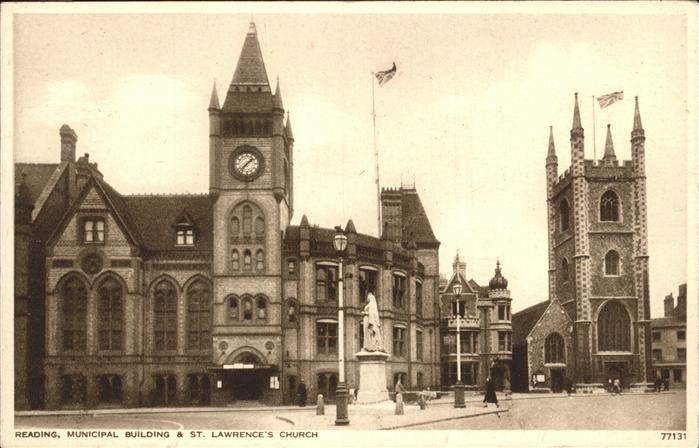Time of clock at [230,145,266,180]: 1:37
